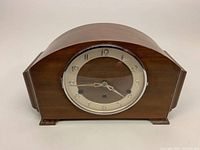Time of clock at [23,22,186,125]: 4:44
